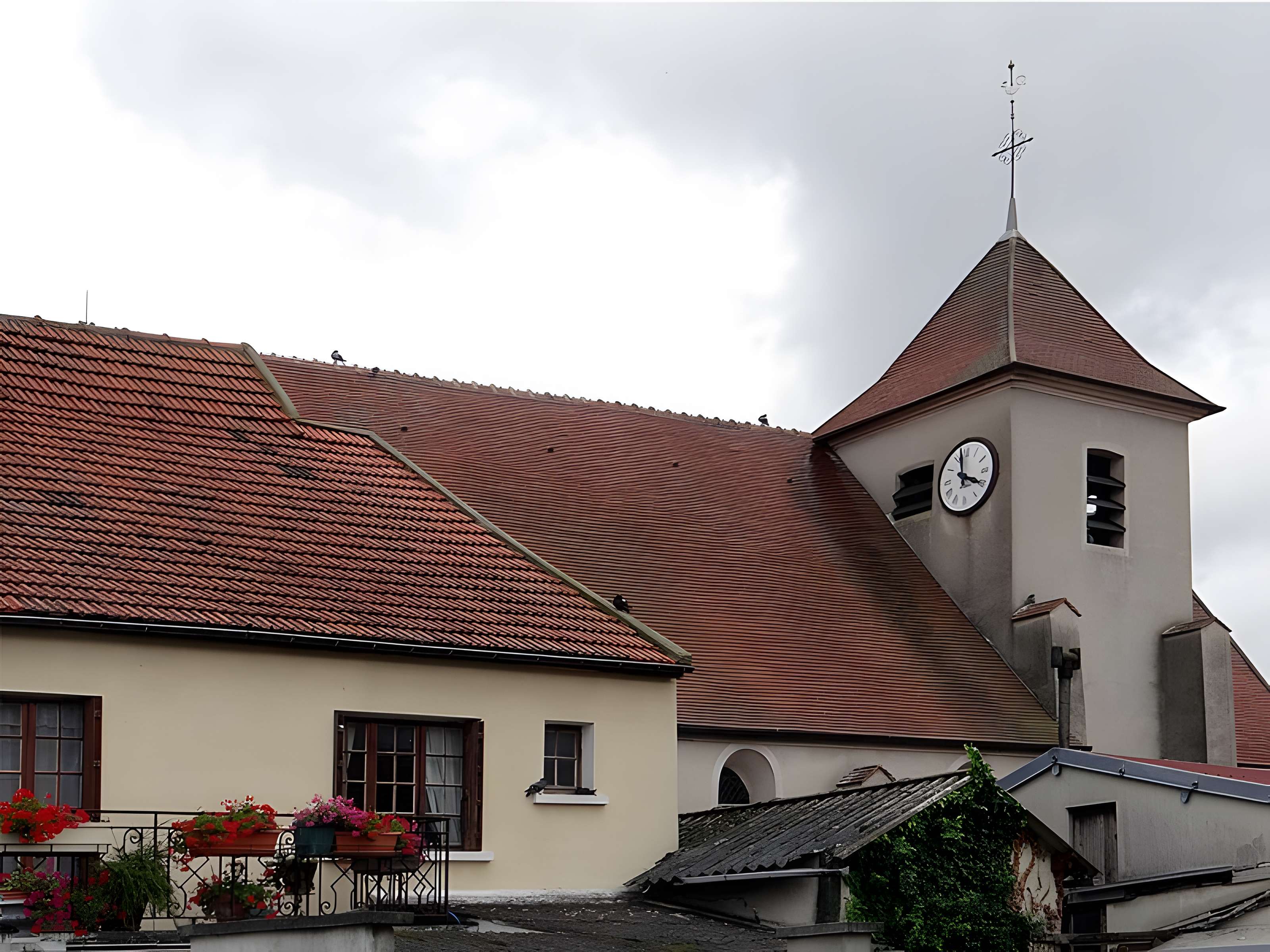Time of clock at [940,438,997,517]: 3:58
